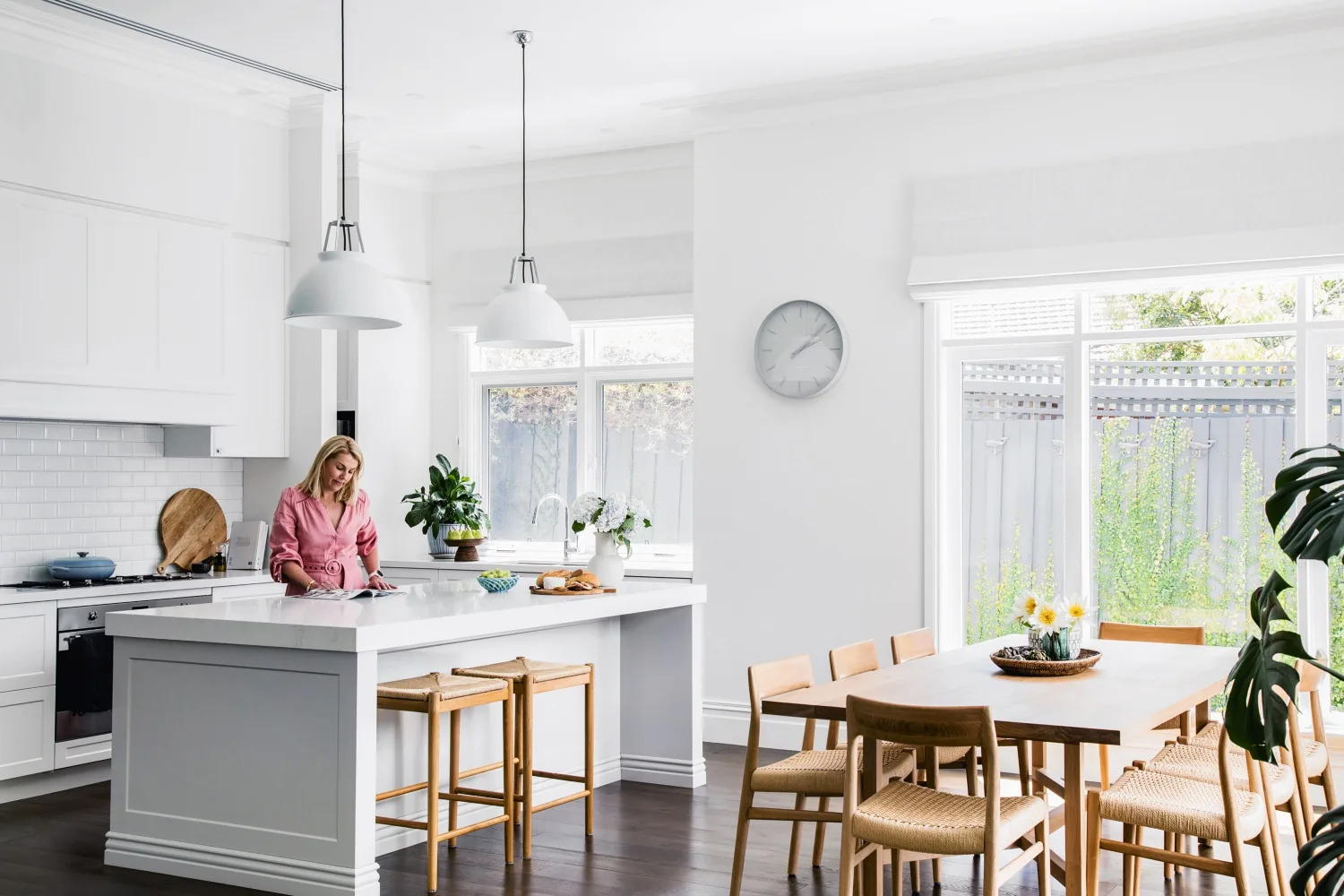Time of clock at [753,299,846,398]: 2:07
